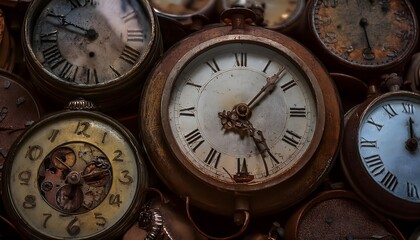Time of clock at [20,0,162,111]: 9:48
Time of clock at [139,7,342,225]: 5:07
